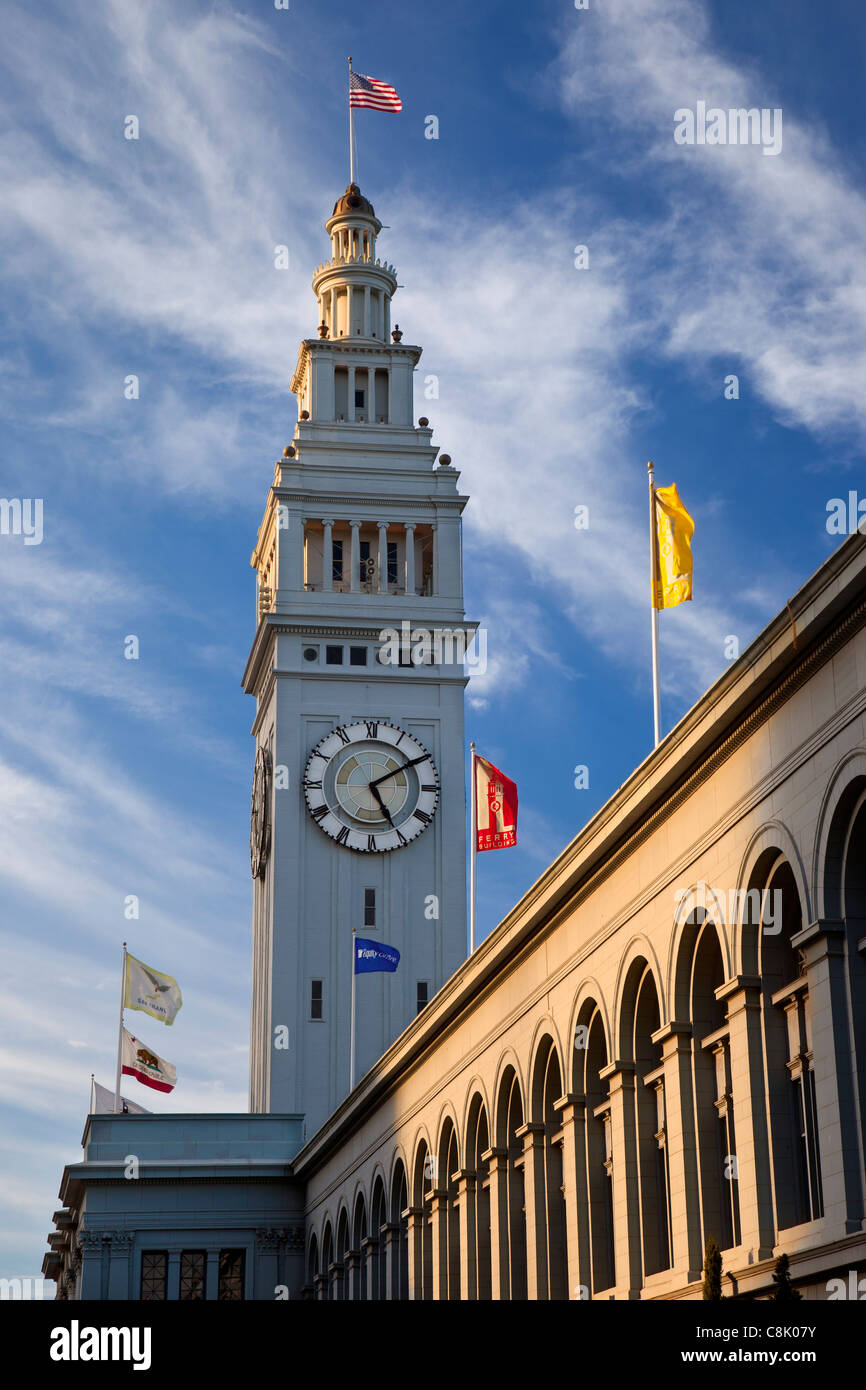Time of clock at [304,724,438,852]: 5:09
